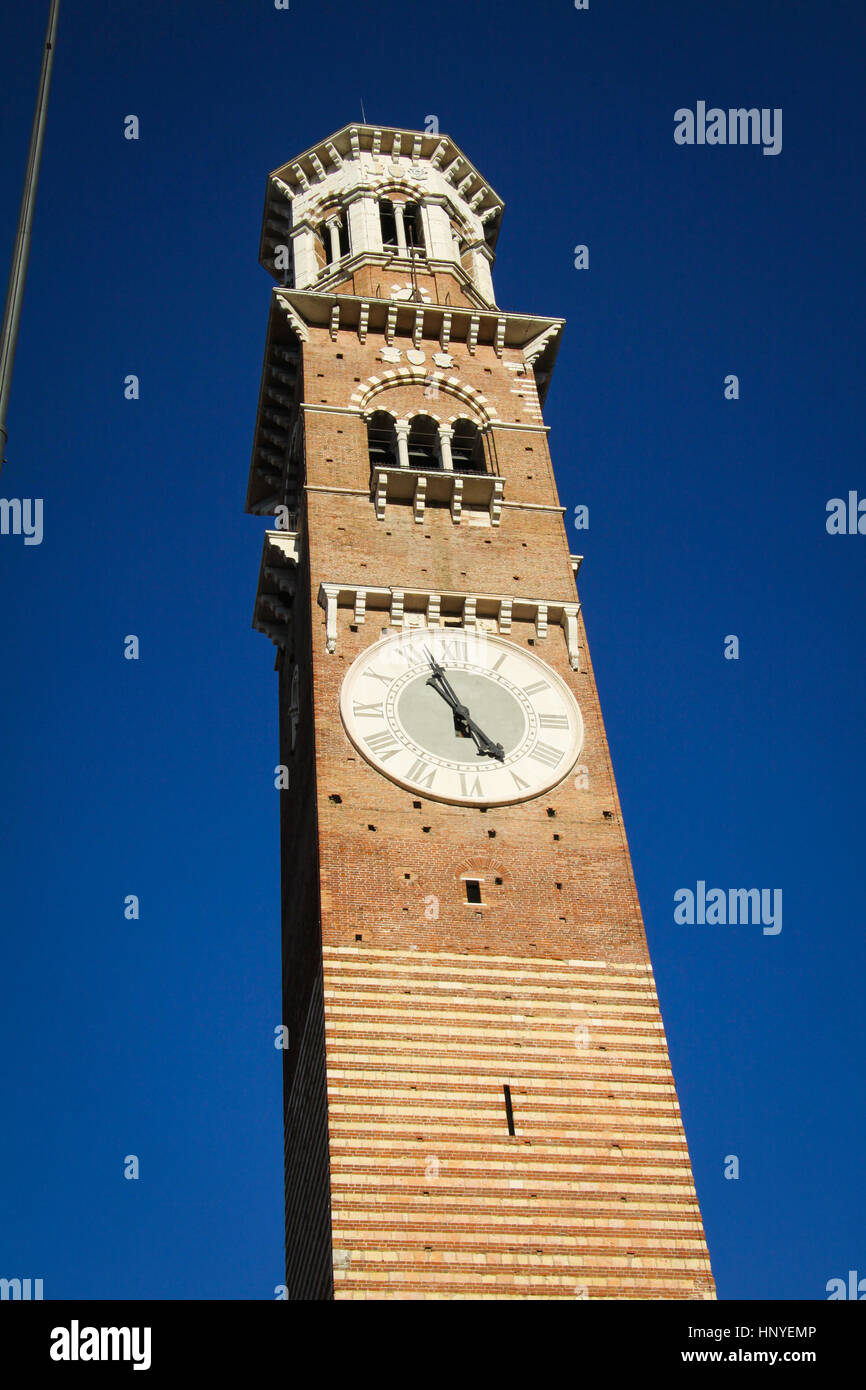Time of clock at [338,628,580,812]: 4:57
